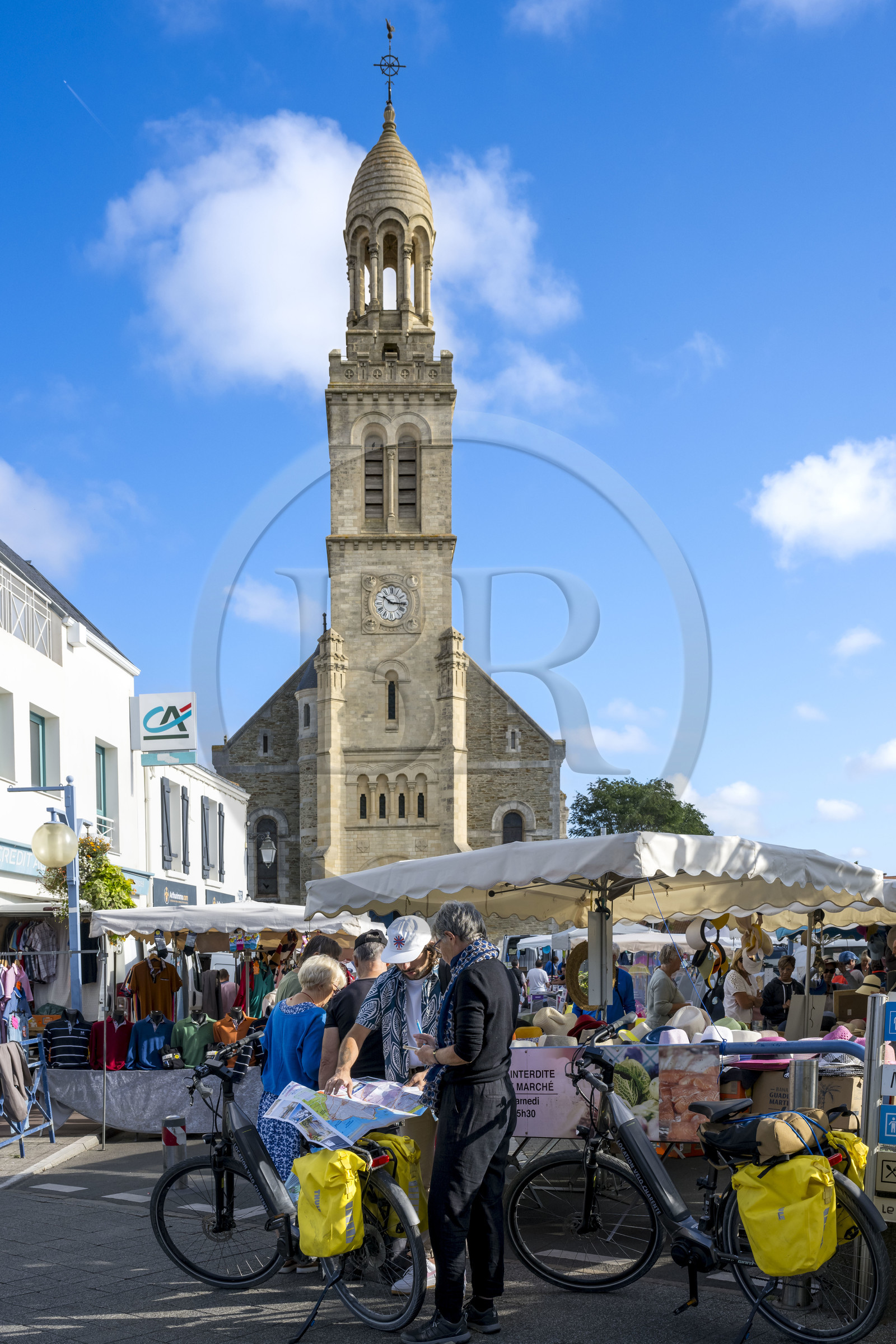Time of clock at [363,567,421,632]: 10:14
